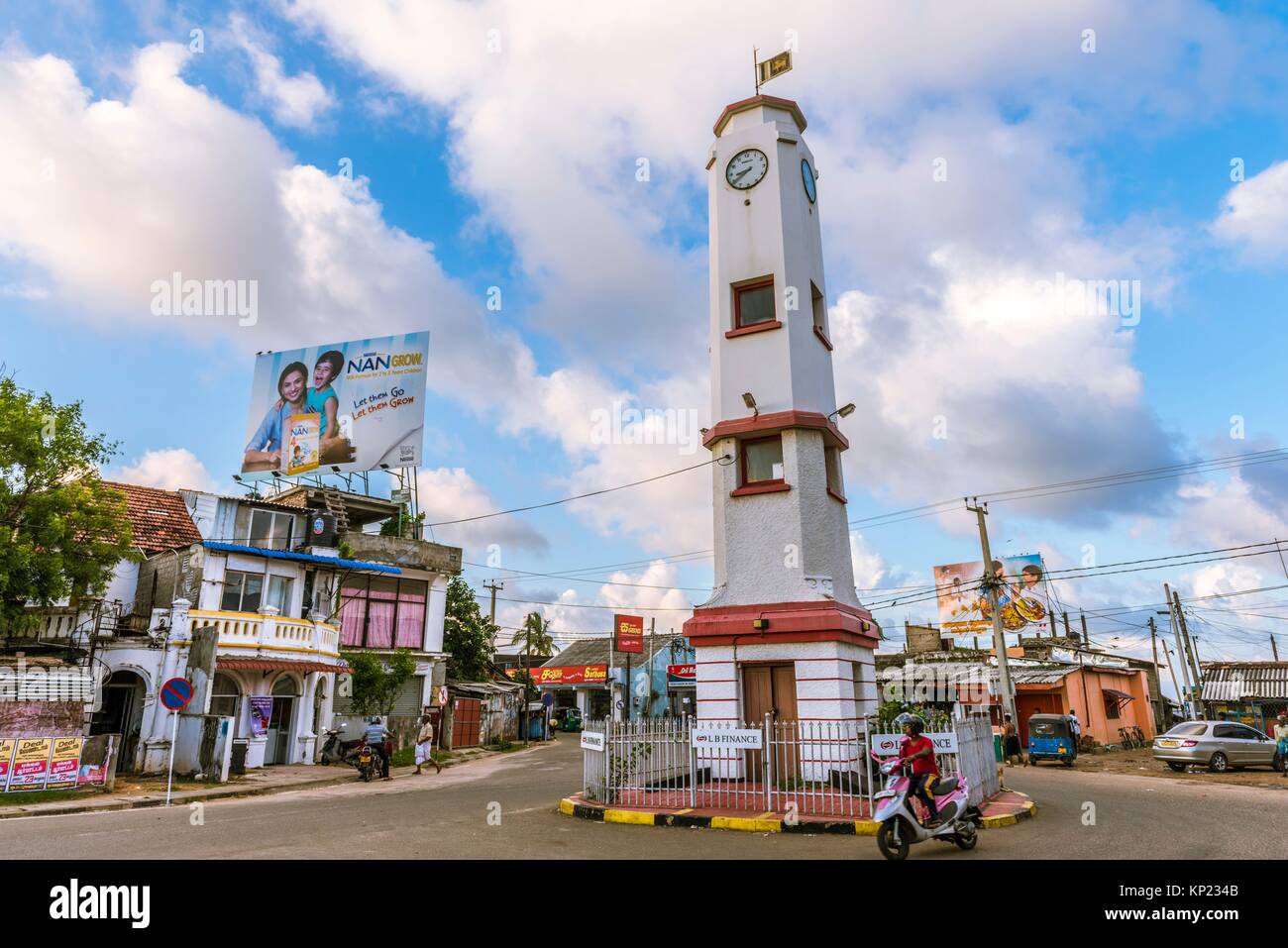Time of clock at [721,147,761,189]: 8:39
